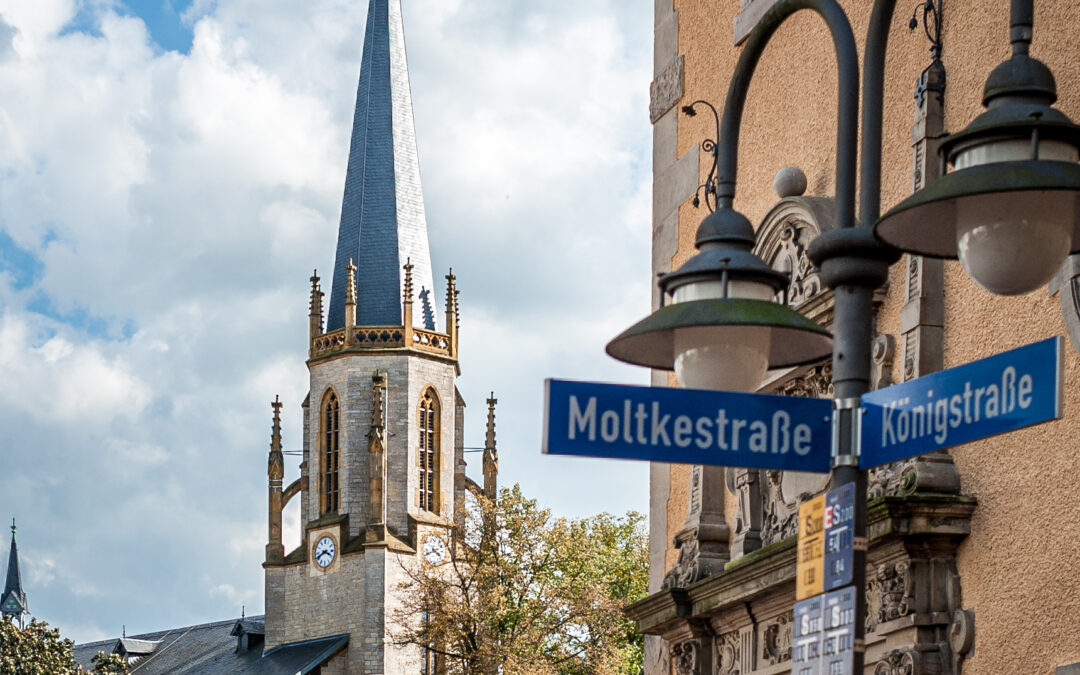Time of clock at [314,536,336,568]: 3:40
